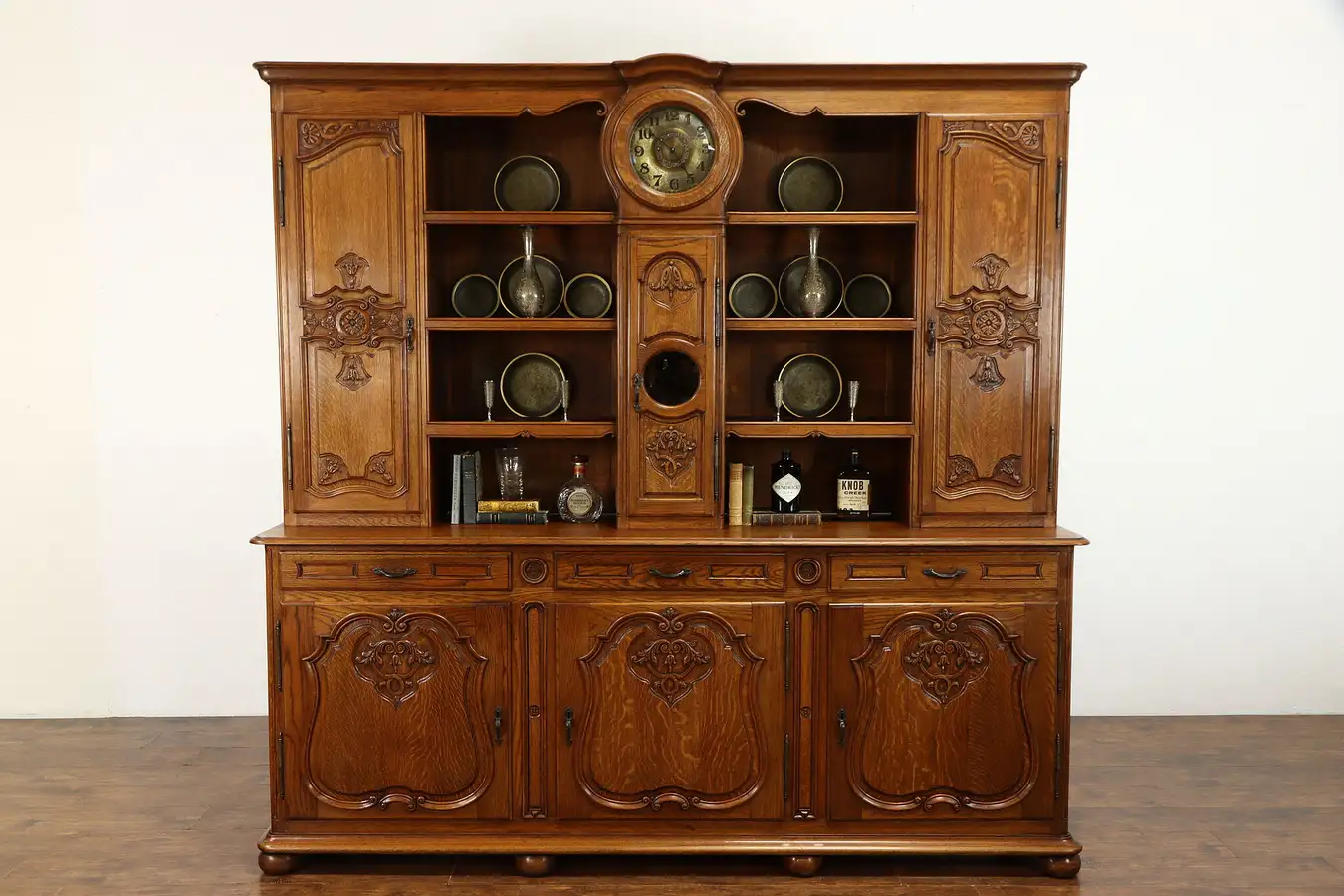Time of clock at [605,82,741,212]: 10:24
